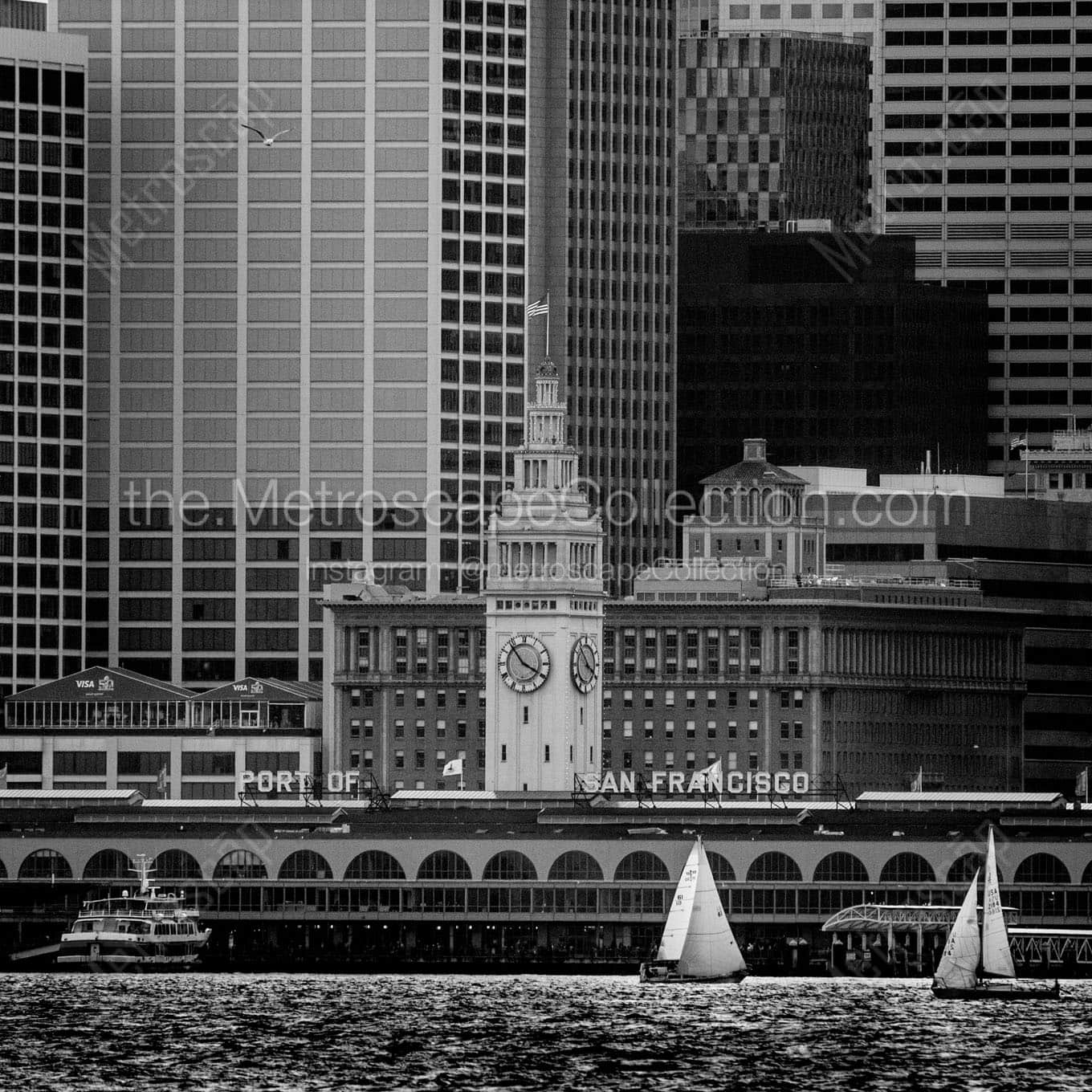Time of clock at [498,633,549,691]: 3:53
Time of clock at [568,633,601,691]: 3:52
